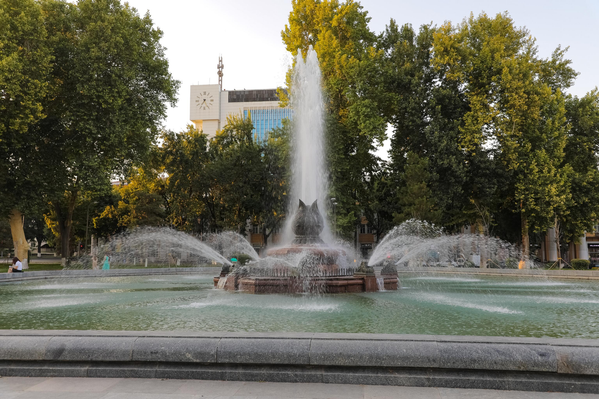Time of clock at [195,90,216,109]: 7:25
